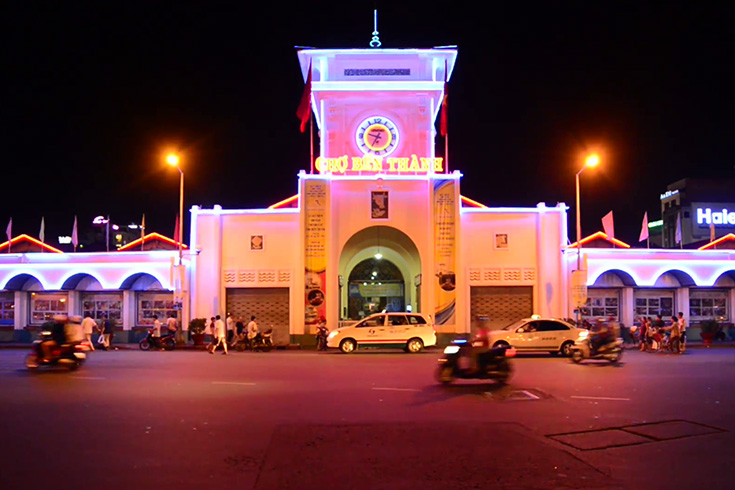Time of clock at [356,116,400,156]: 9:34
